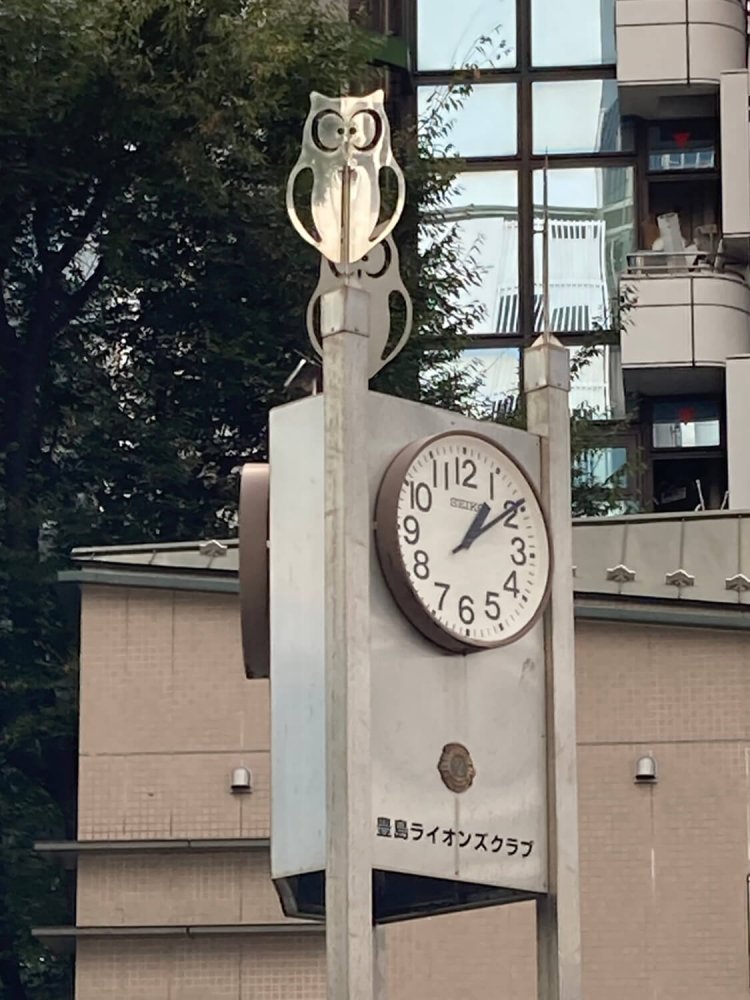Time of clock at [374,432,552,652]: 1:09
